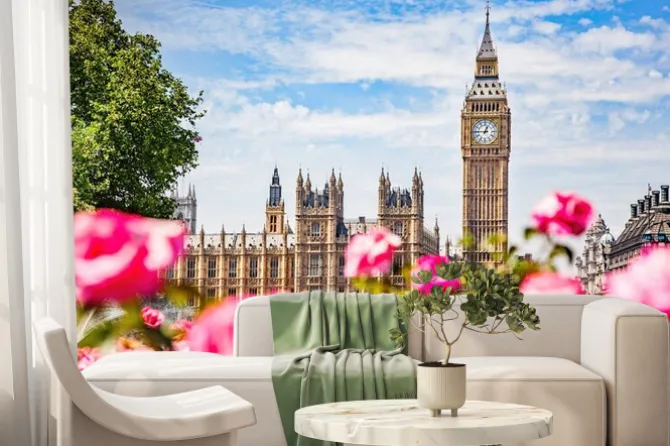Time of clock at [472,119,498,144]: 12:45
